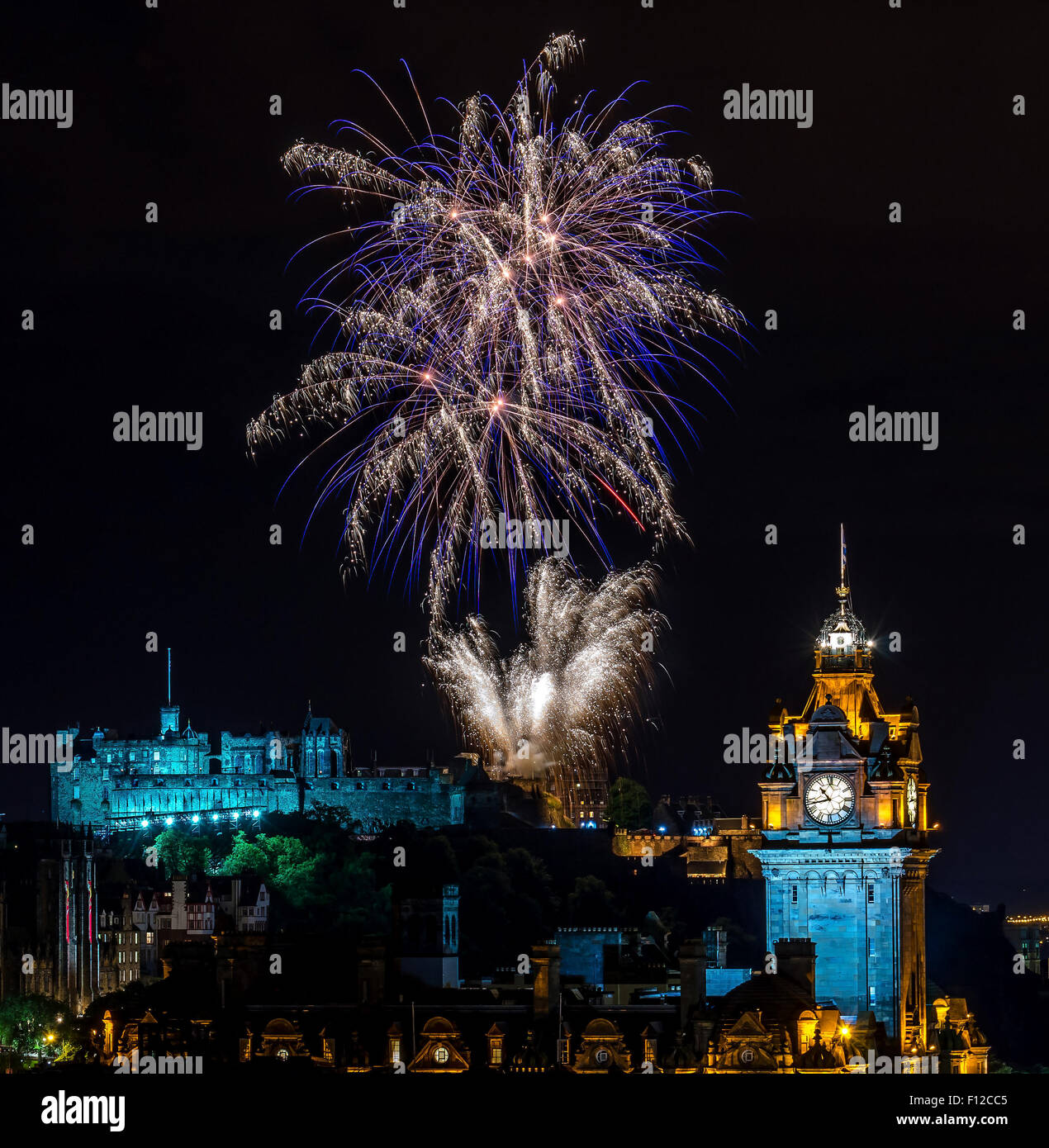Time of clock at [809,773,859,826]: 10:42
